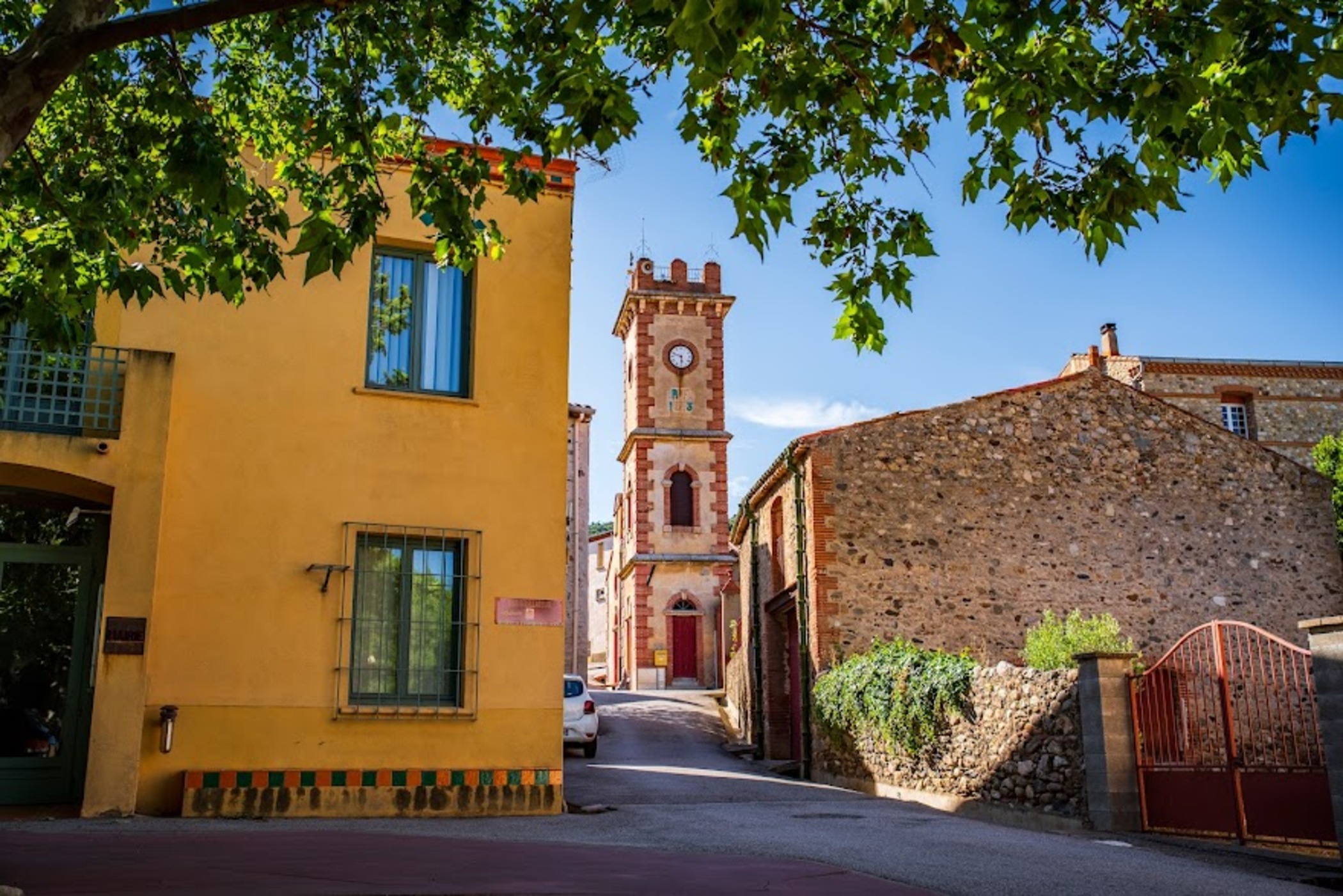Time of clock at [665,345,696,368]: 5:48
